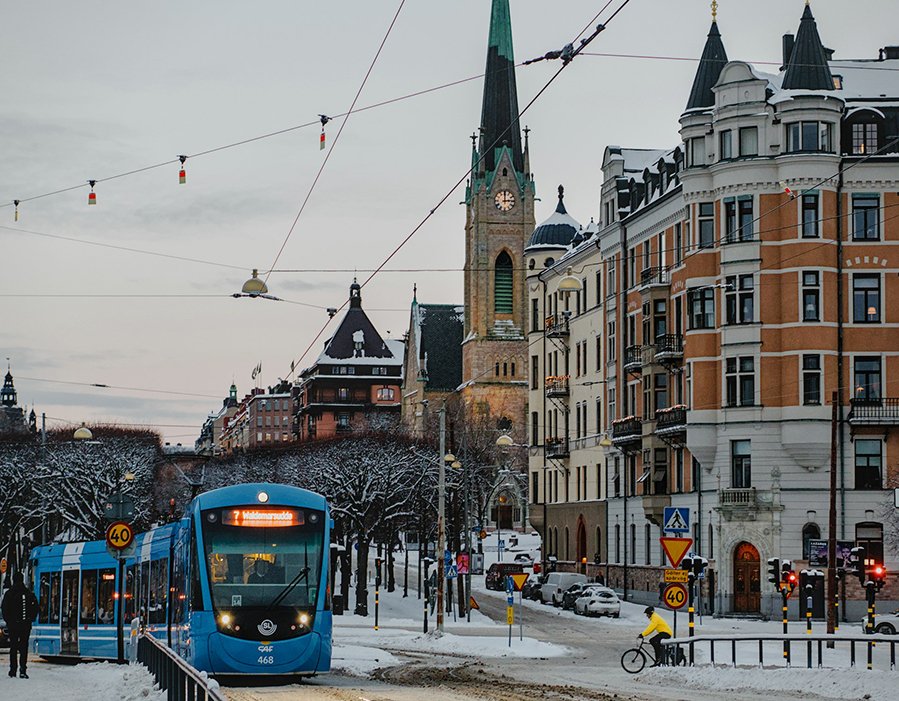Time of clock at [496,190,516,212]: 2:59
